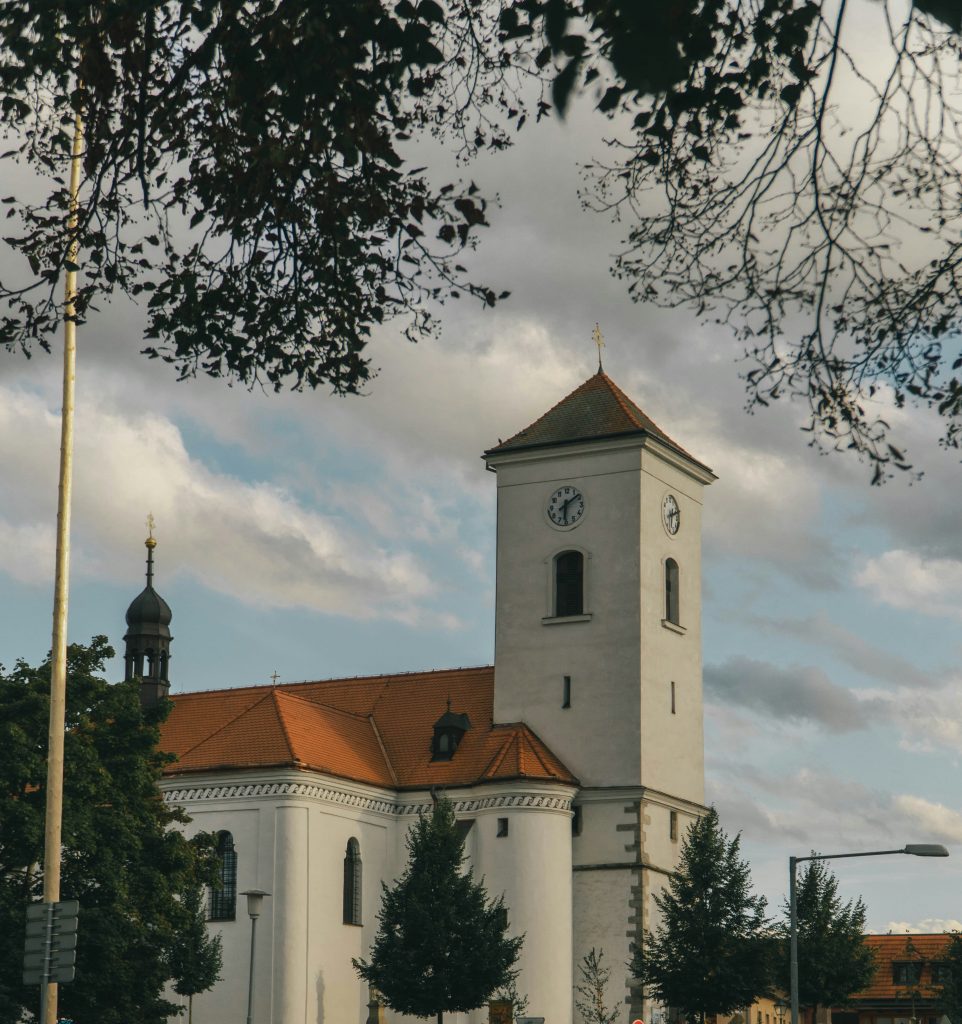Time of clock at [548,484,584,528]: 6:08
